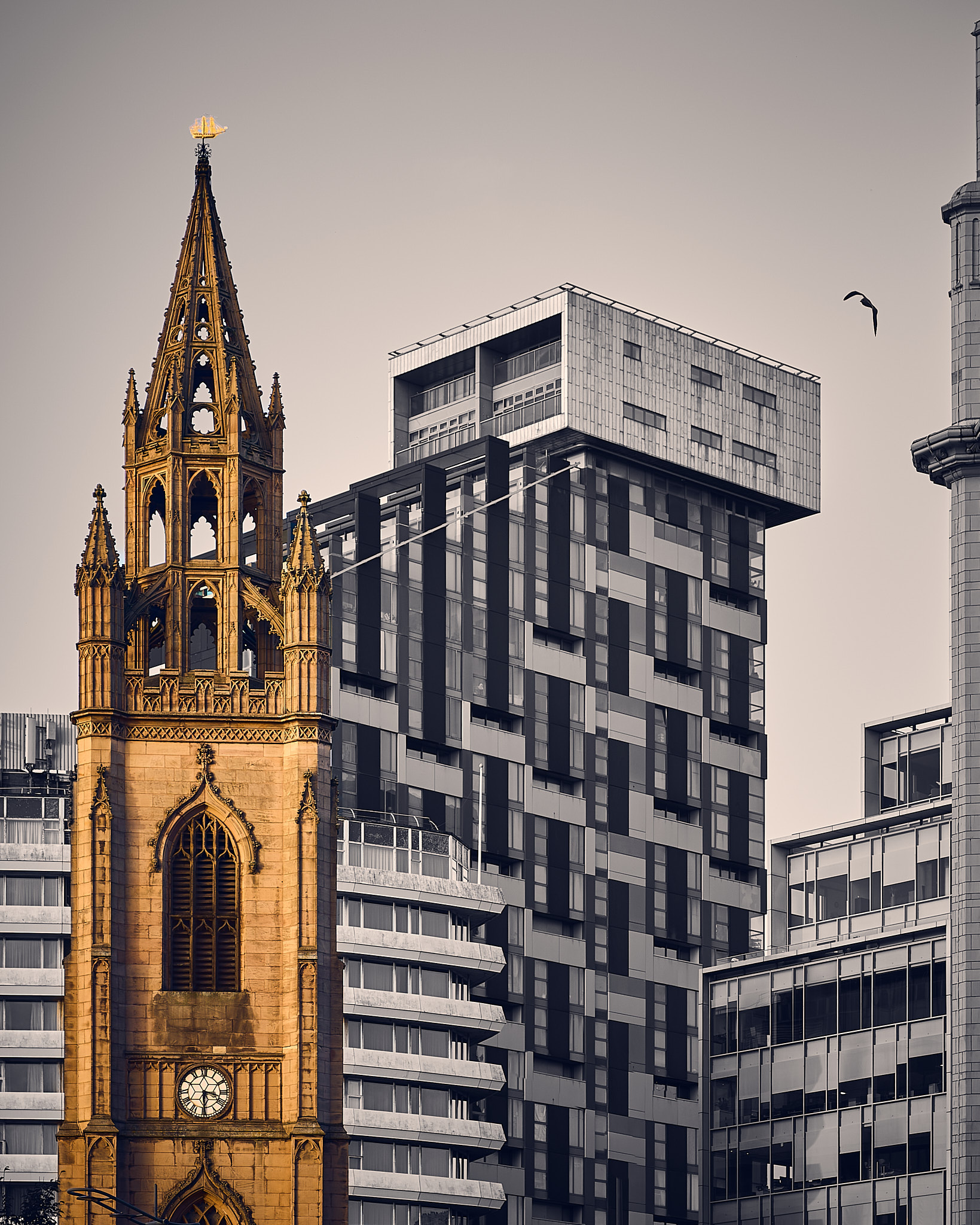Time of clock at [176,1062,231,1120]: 3:29
